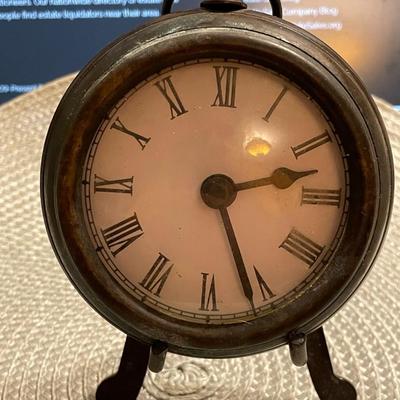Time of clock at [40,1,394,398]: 2:26
